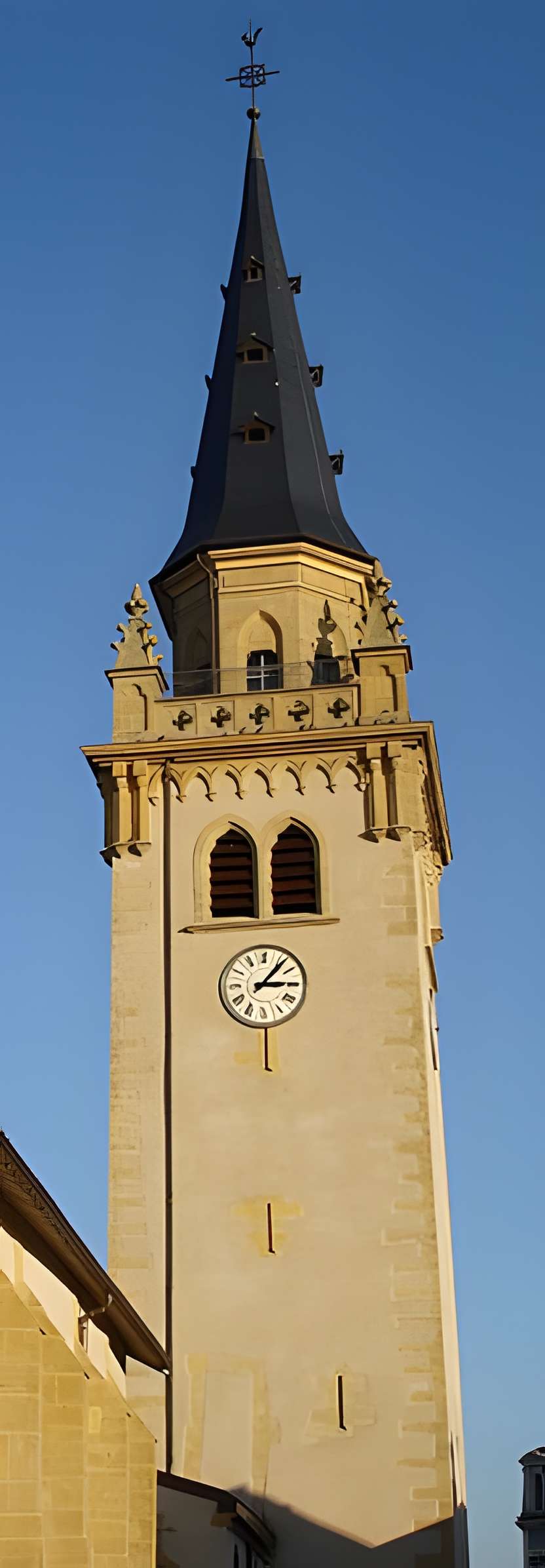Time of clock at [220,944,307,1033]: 3:06
